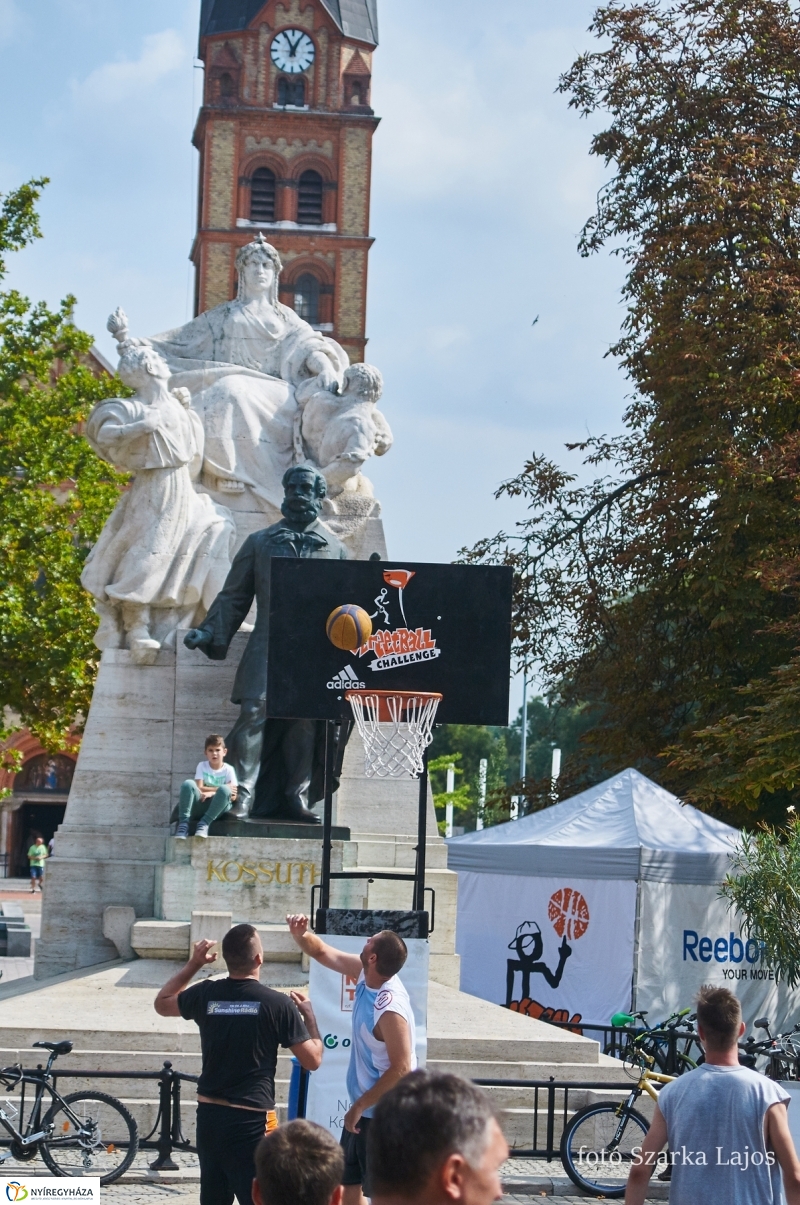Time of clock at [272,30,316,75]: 12:55
